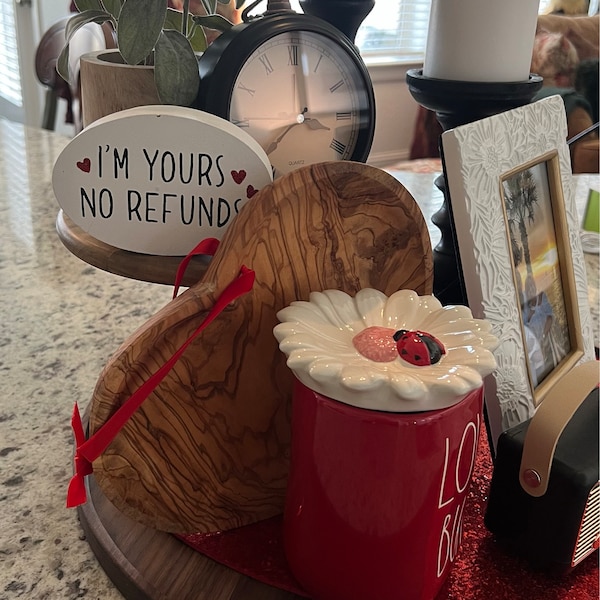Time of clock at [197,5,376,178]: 12:14
